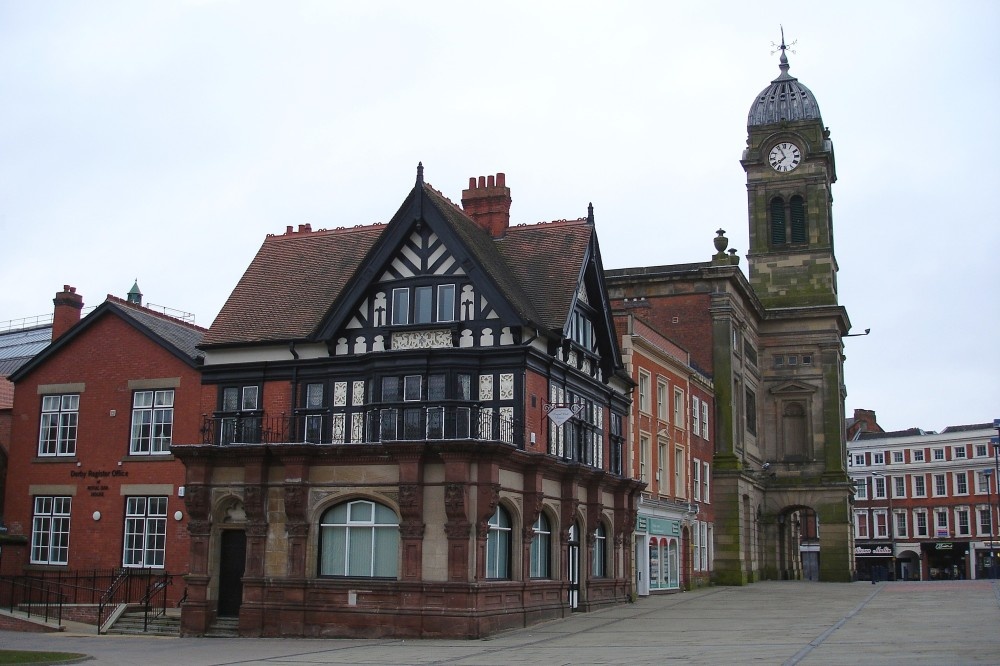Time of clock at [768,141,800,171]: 7:55
